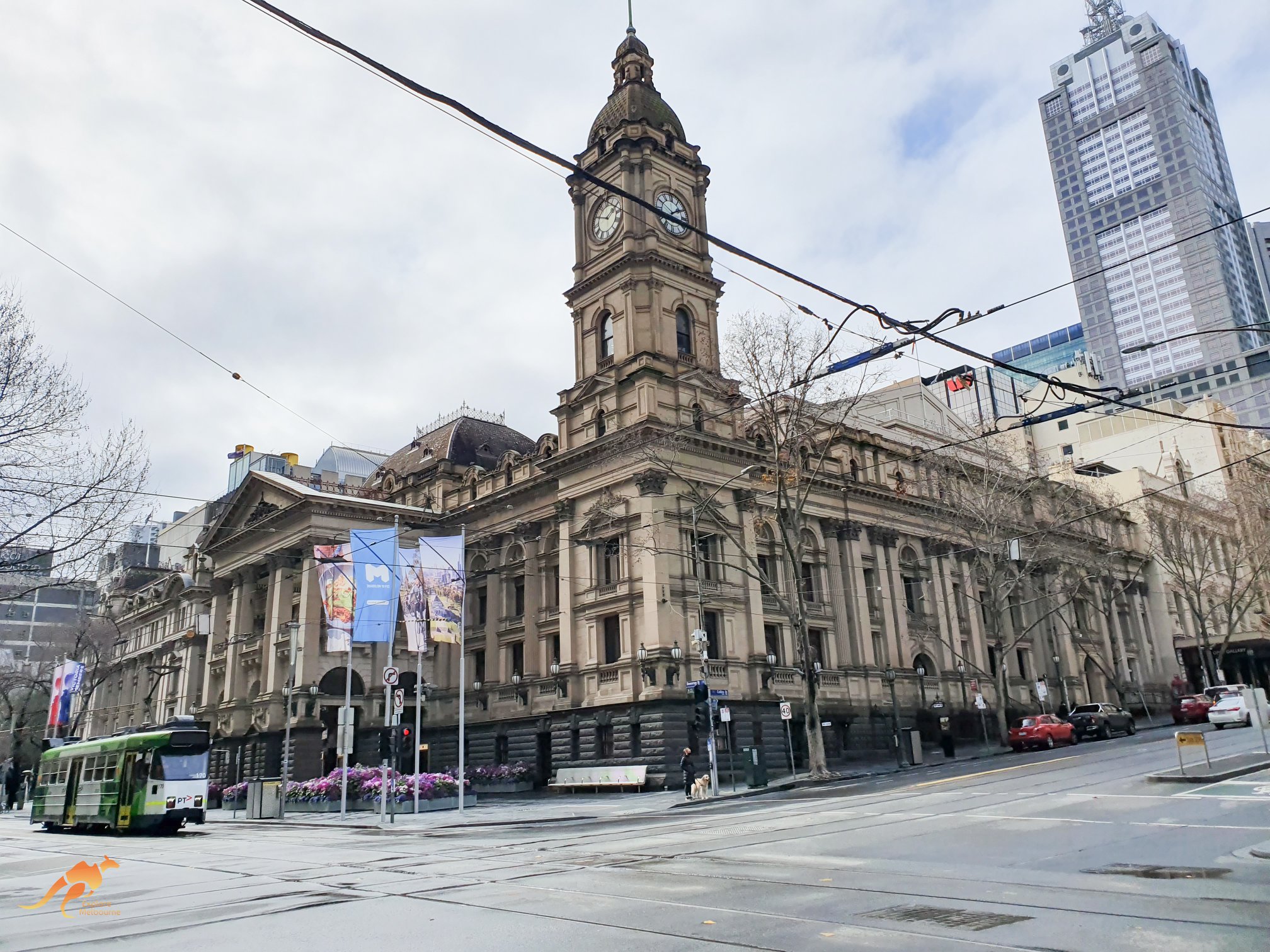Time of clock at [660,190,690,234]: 1:50
